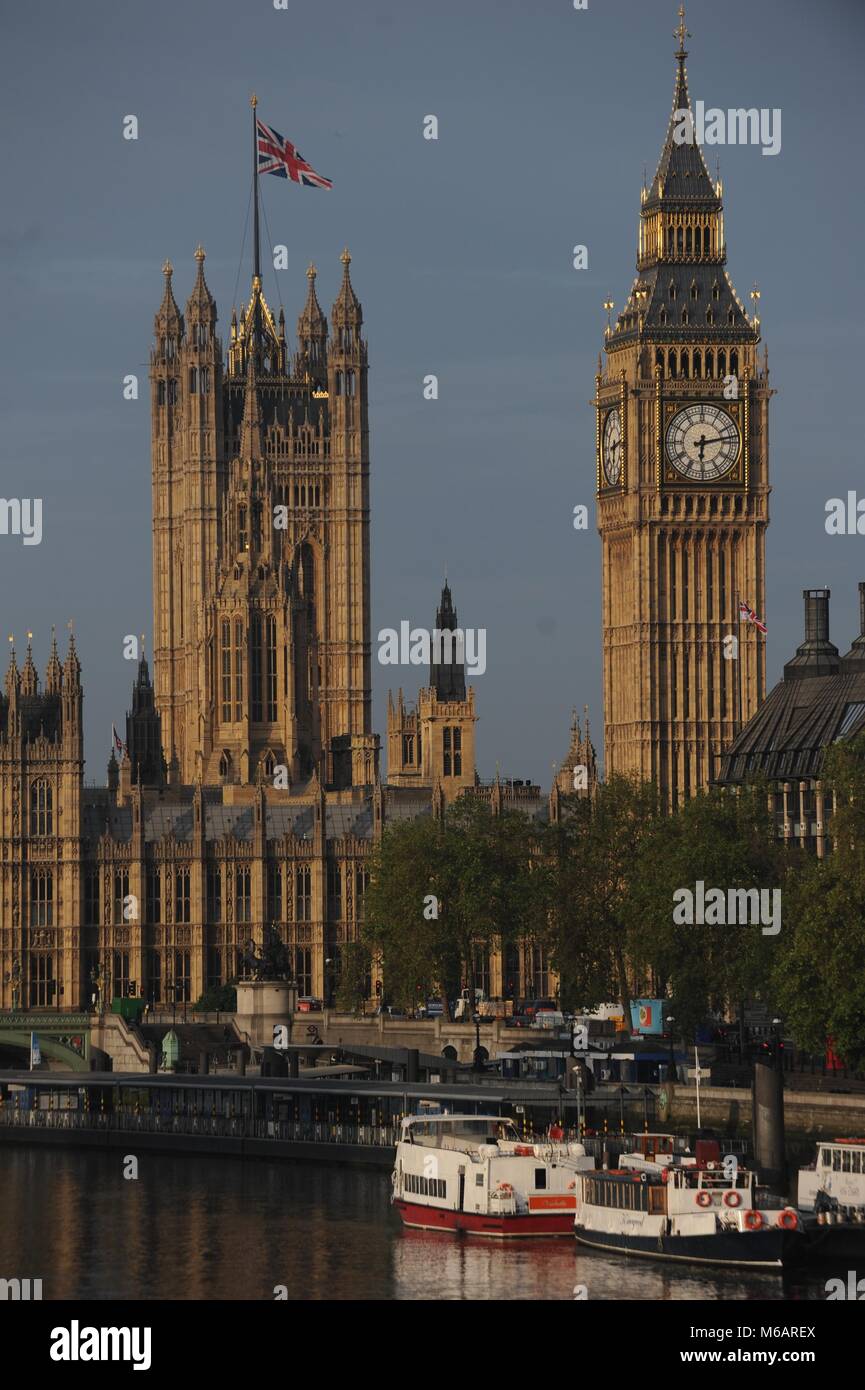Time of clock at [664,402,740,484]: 6:13
